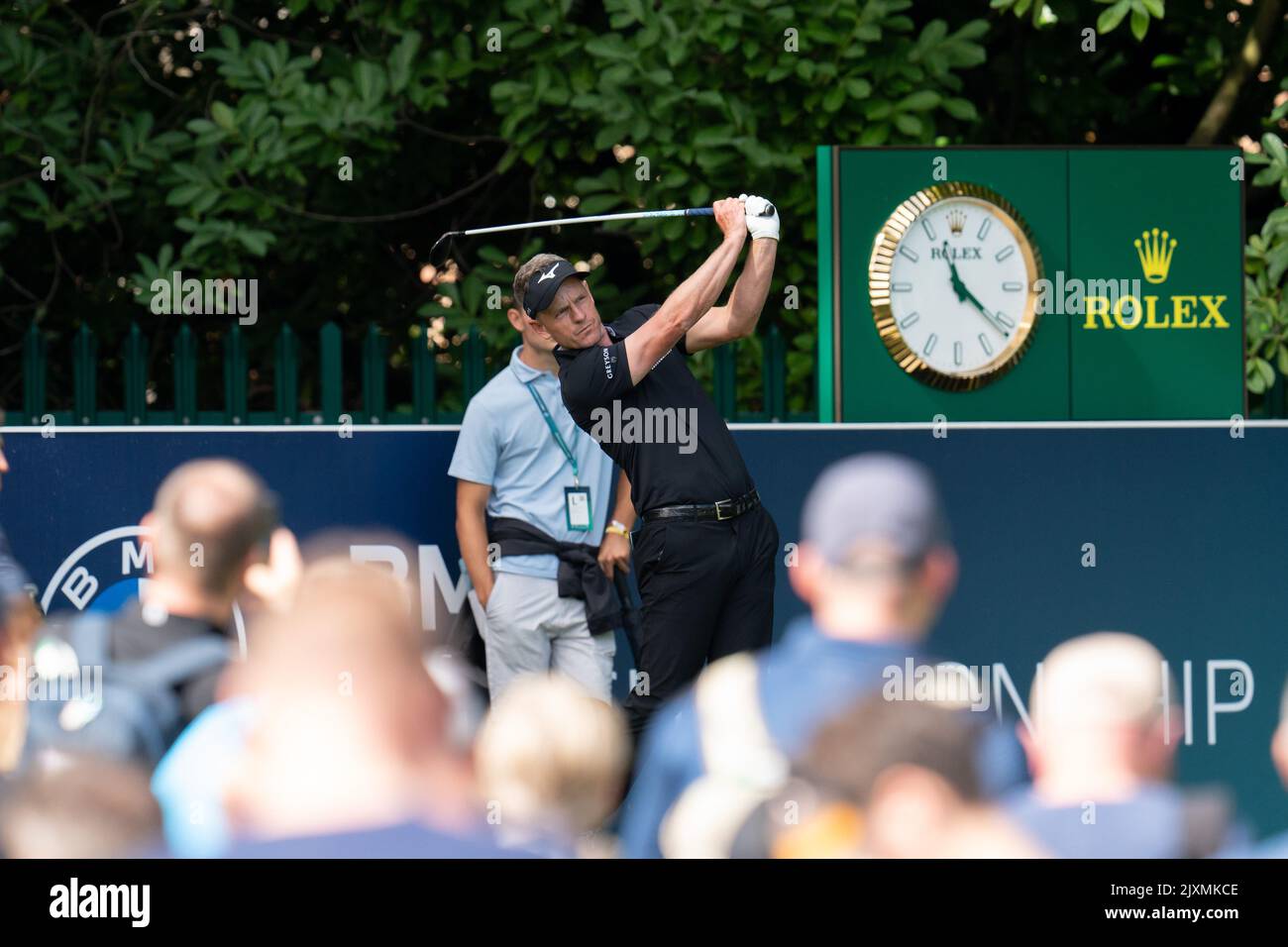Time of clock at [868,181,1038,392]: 11:21
